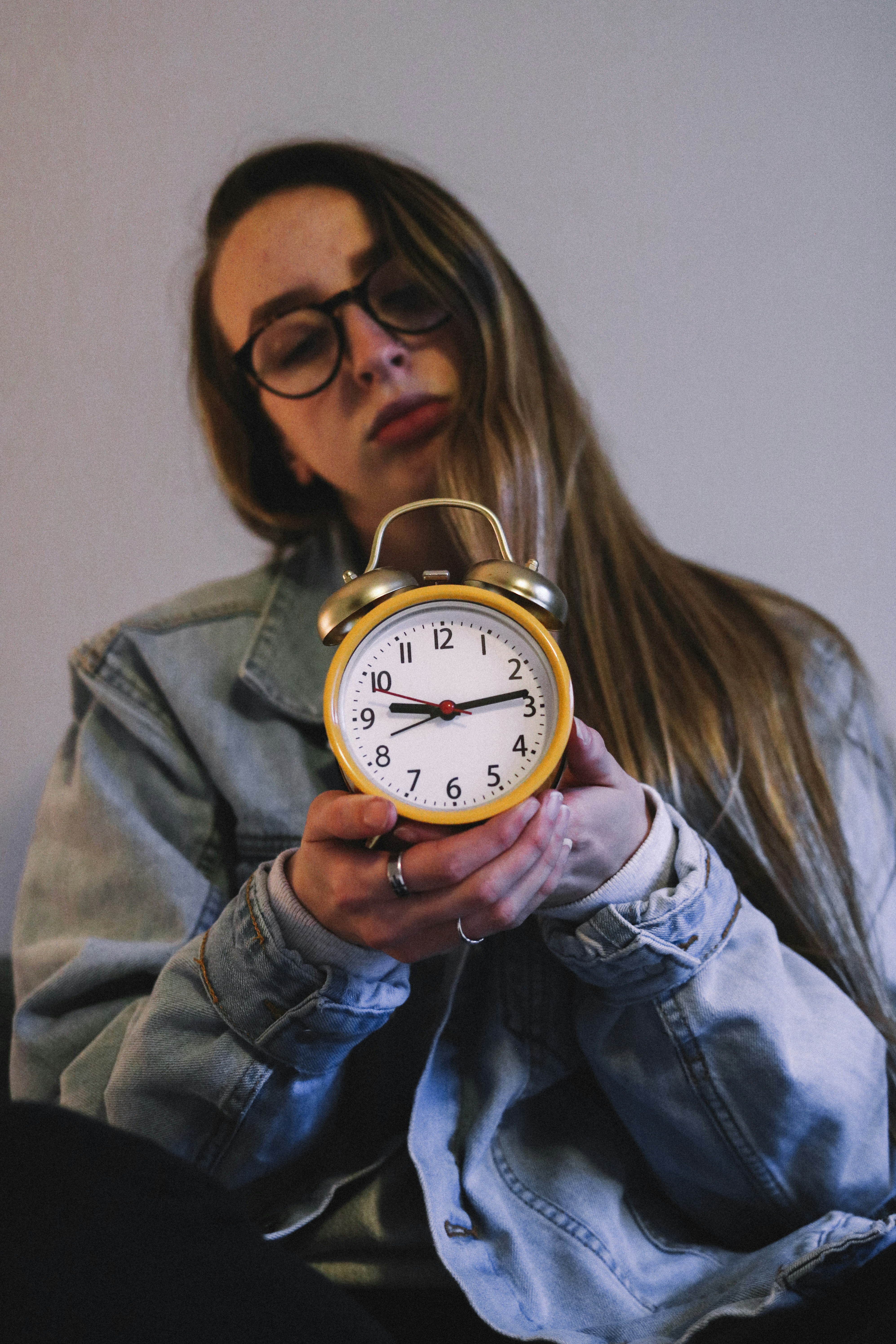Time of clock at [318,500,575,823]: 9:13
